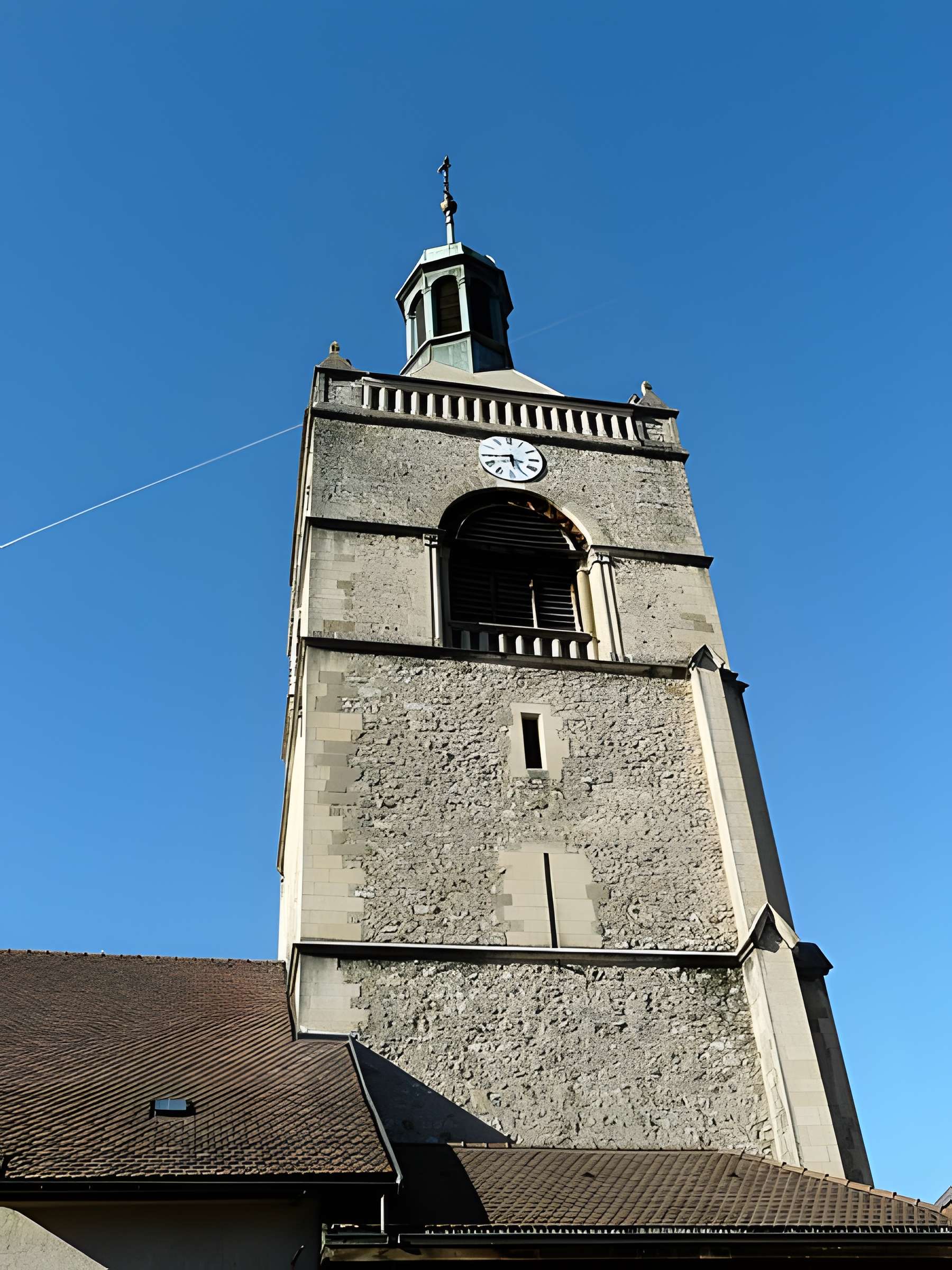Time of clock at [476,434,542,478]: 5:44
